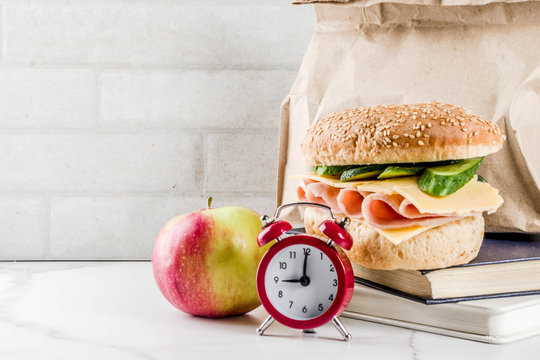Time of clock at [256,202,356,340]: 9:00
